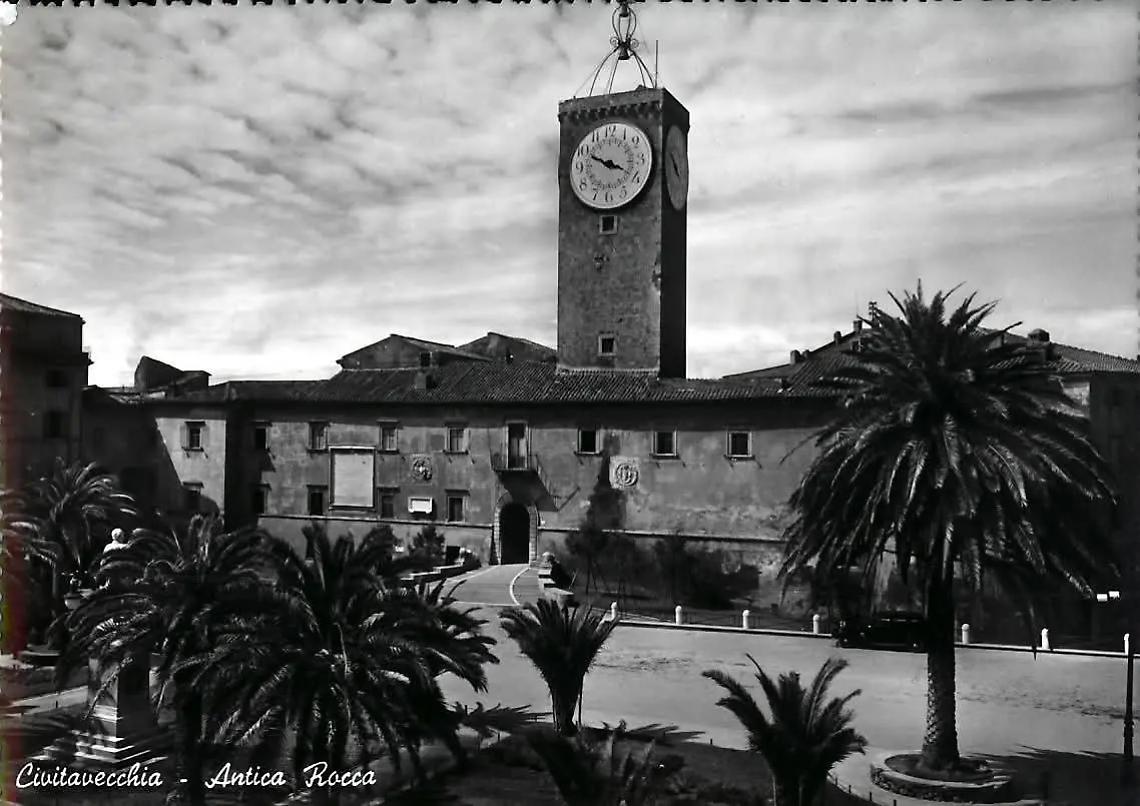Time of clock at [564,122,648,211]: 3:49
